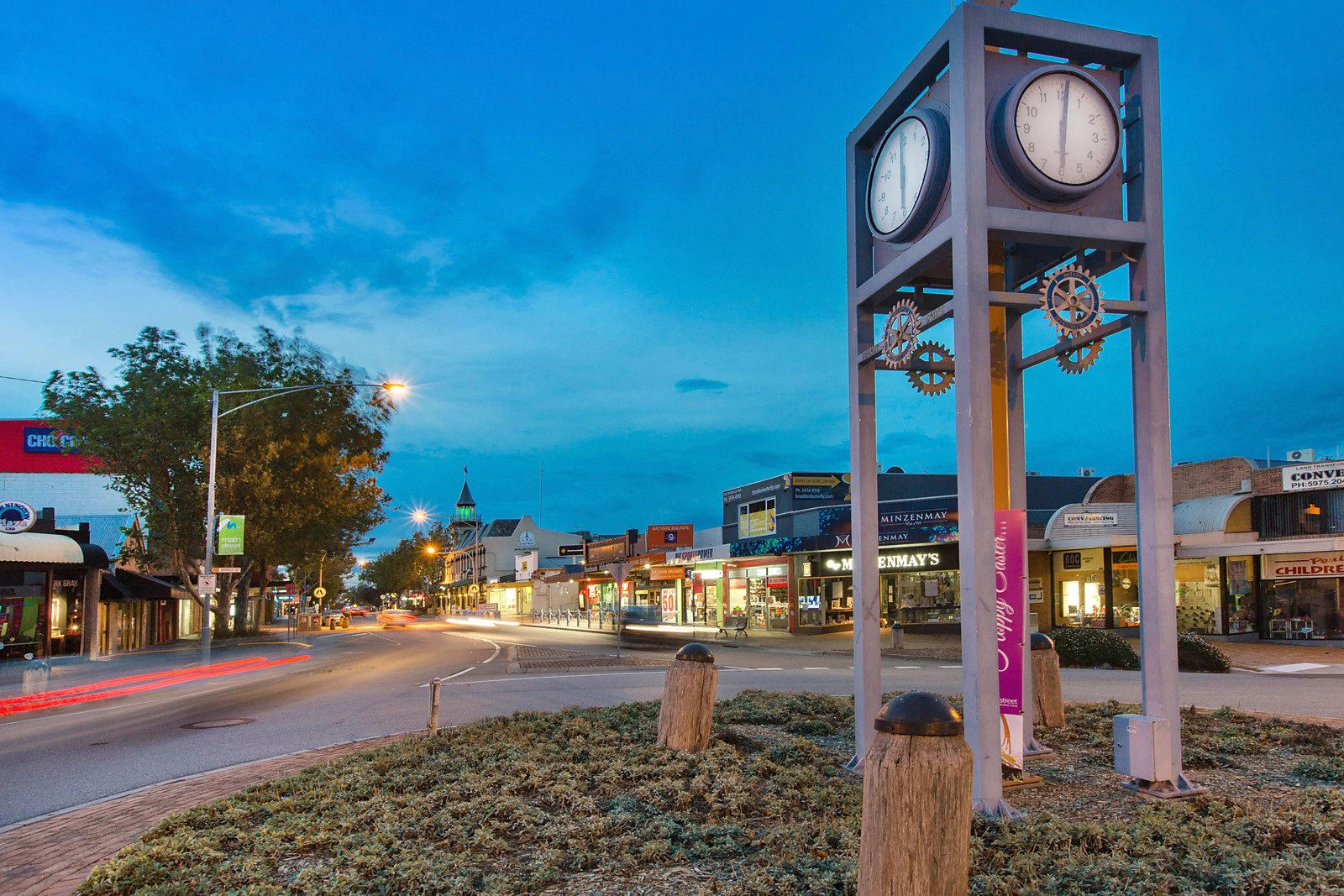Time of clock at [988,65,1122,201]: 6:01
